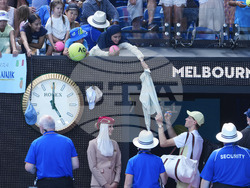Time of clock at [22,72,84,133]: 5:00
